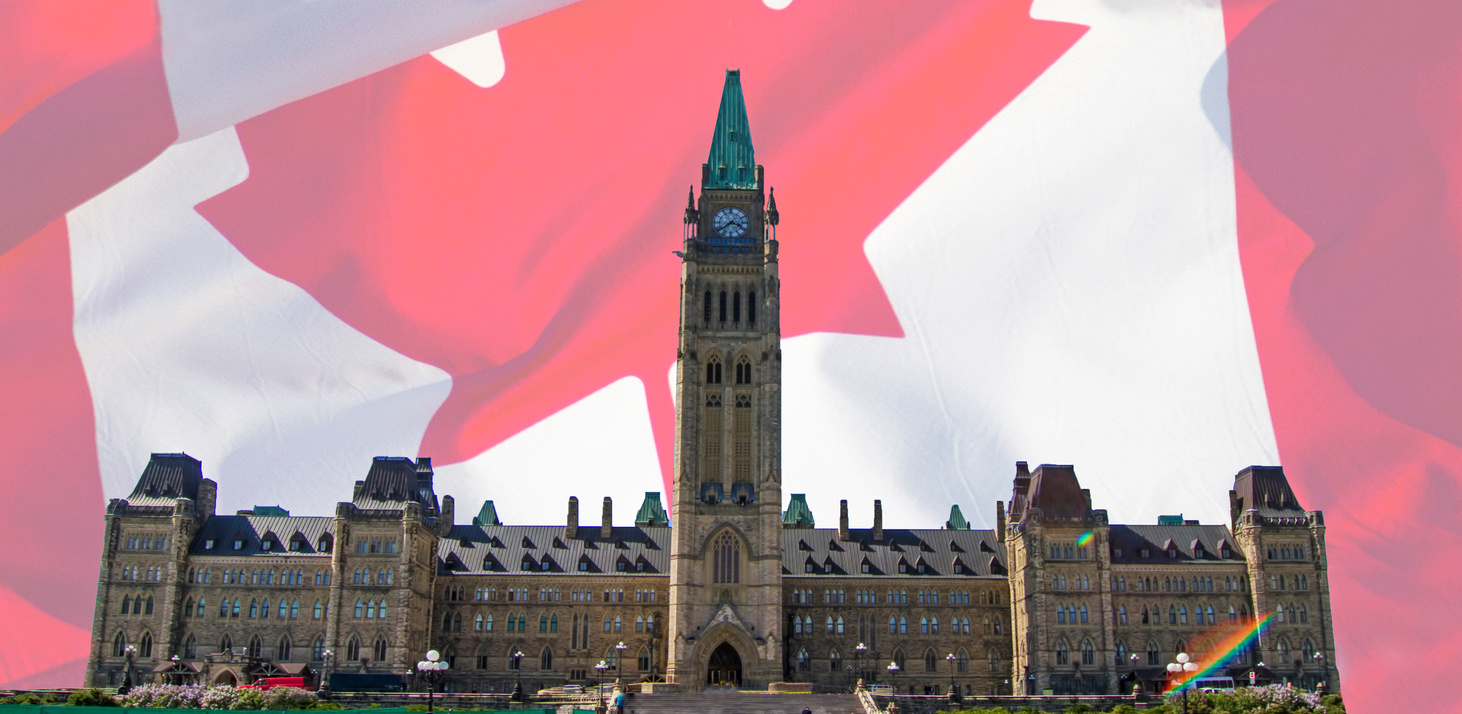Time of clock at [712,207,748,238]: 3:38
